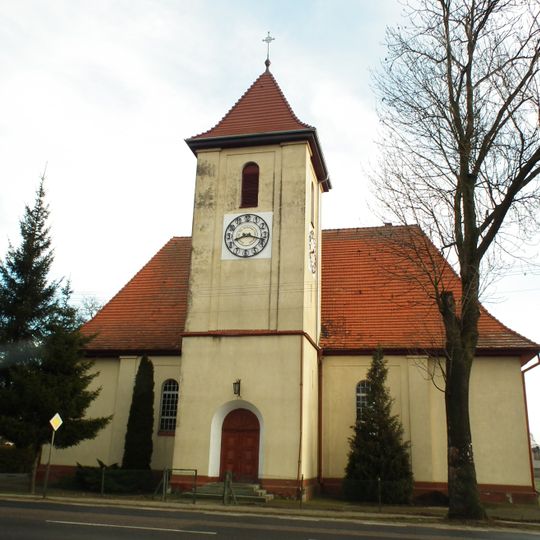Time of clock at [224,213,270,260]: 8:18
